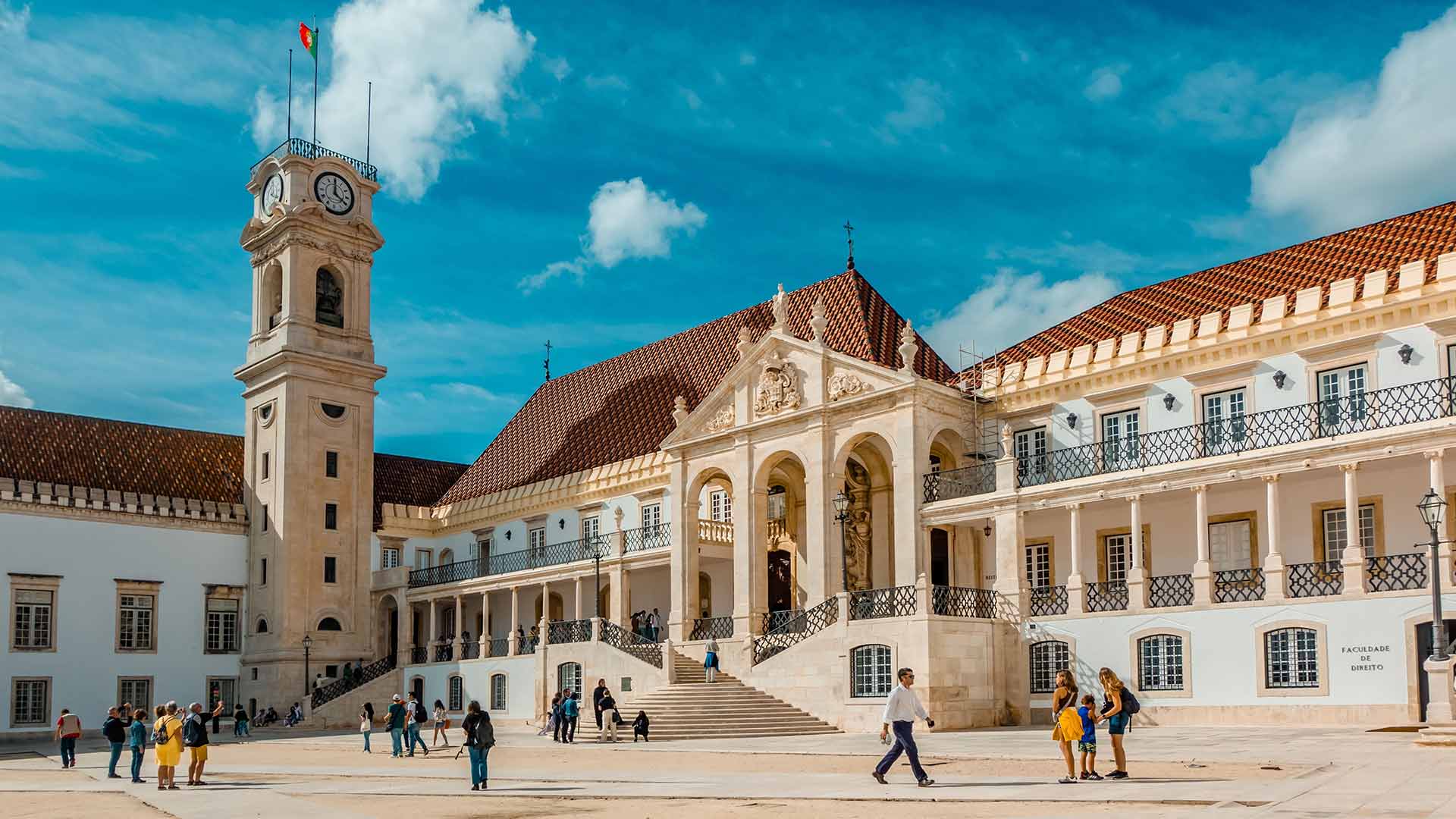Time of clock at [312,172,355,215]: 4:00
